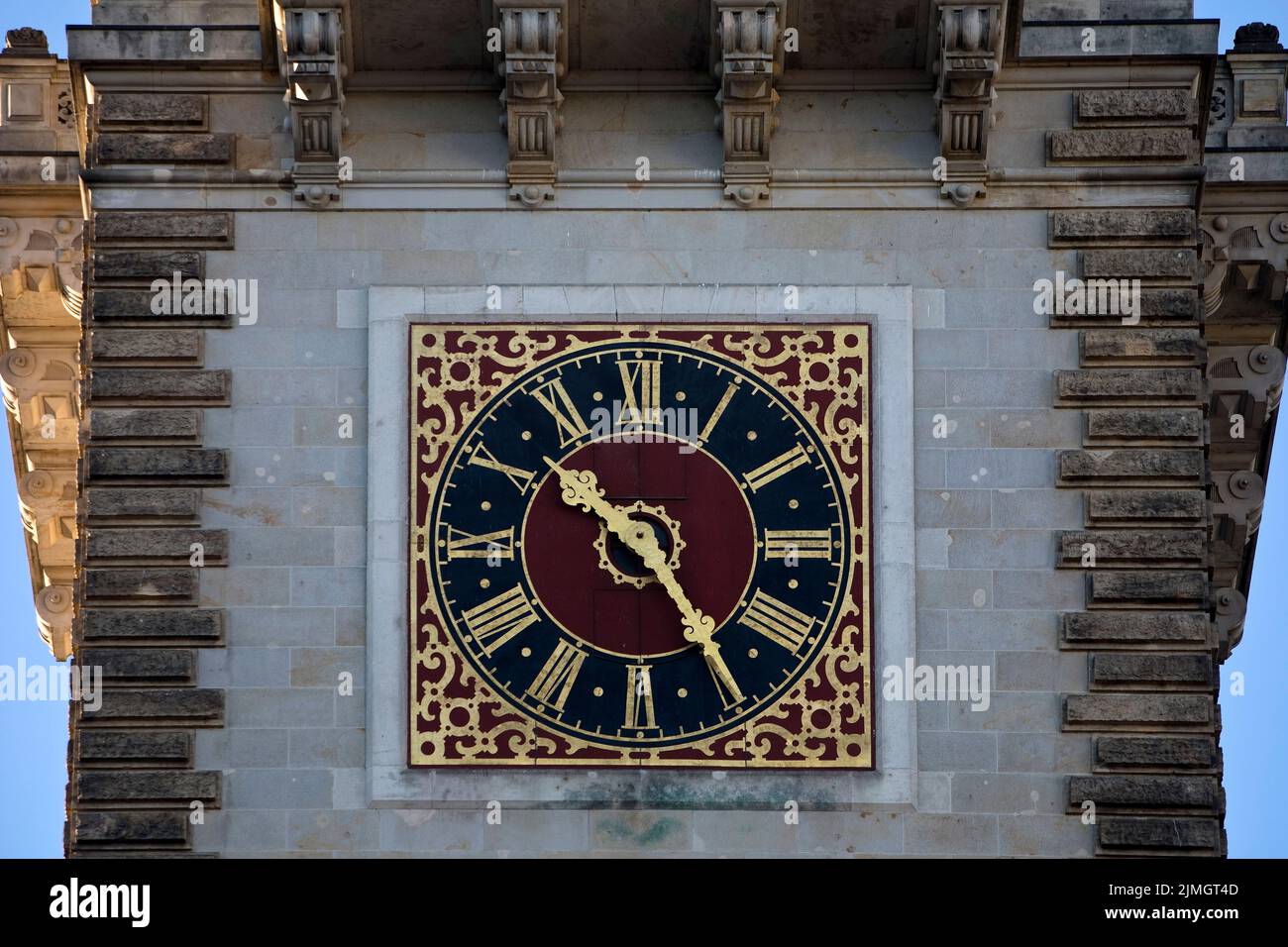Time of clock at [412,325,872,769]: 10:24
